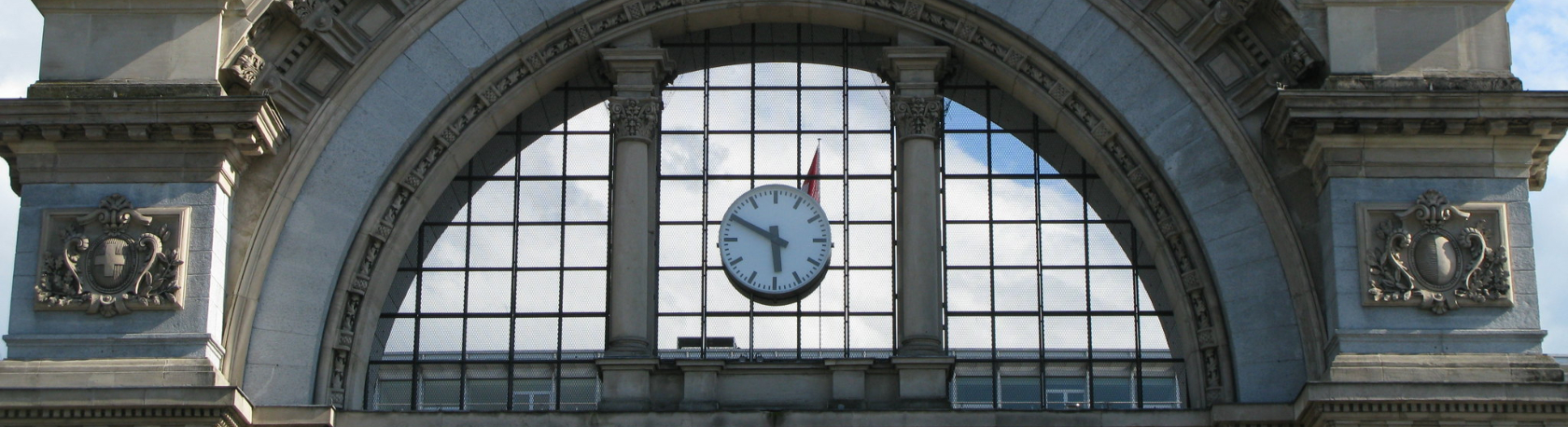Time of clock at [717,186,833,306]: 5:49
